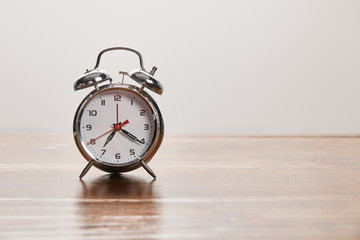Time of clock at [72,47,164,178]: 7:20
